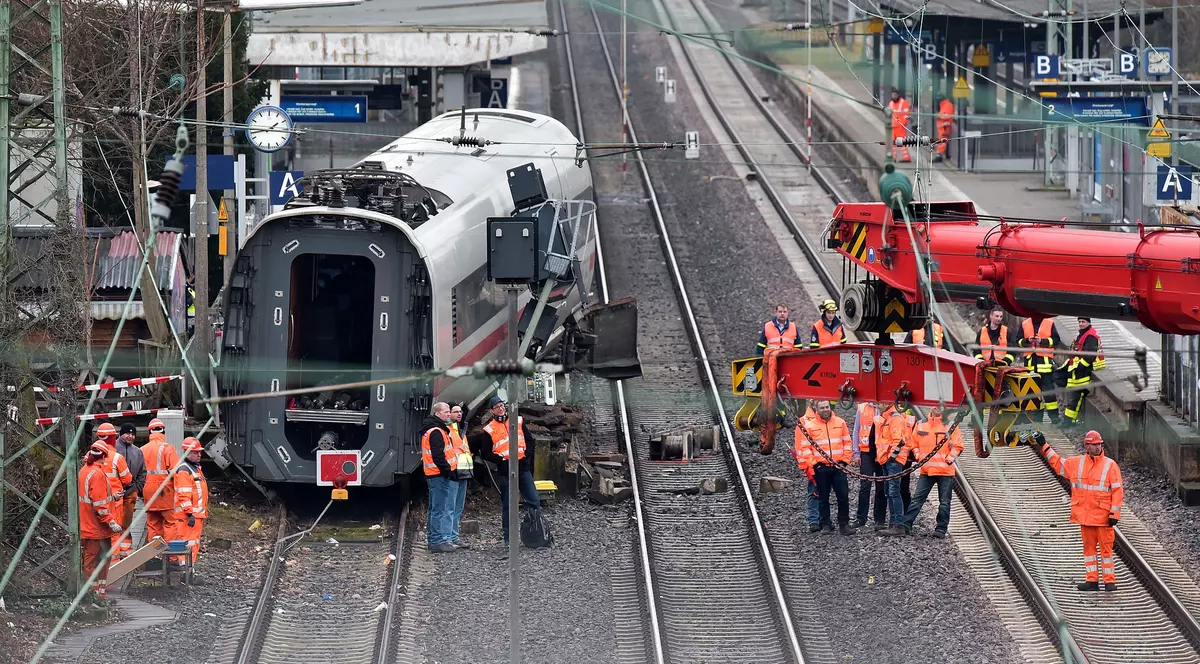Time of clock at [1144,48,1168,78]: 1:43
